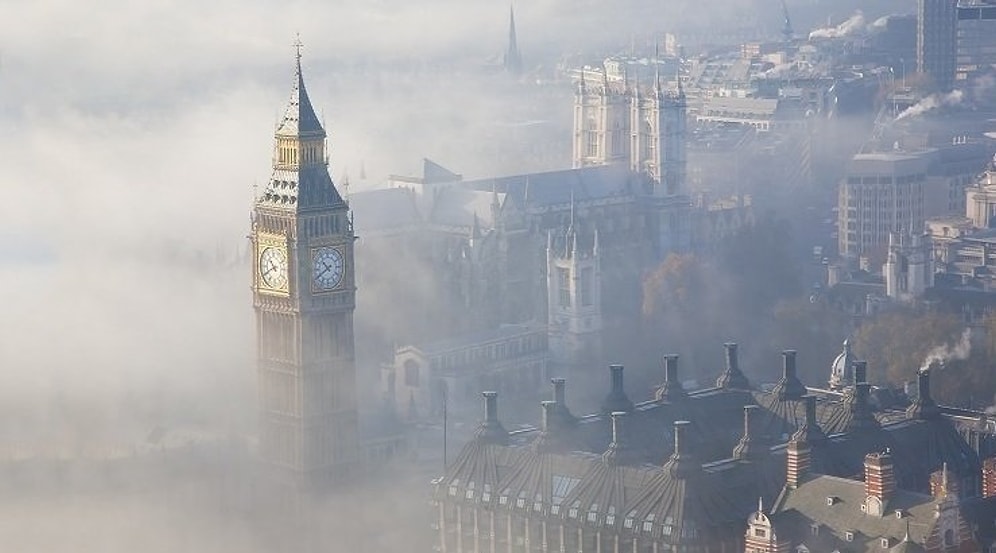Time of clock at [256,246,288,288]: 10:40
